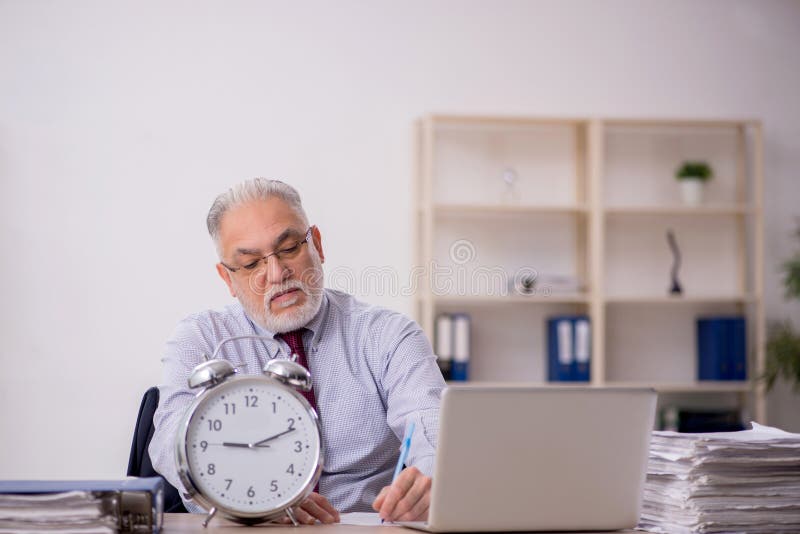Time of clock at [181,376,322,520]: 9:11
